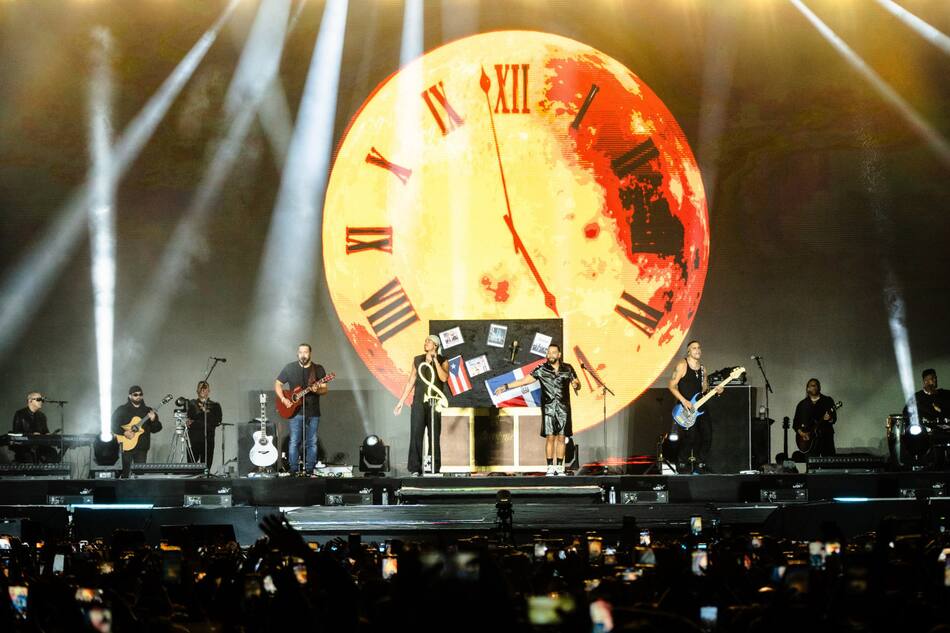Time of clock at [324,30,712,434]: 4:58
